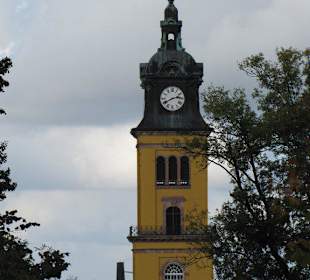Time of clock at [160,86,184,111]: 2:40
